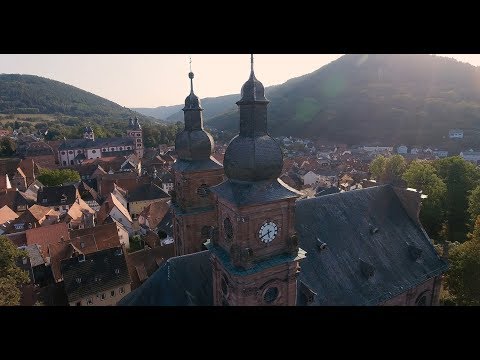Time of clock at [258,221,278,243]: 5:40
